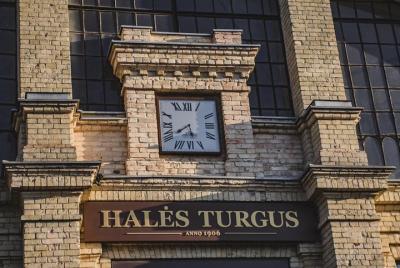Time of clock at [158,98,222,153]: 5:39
